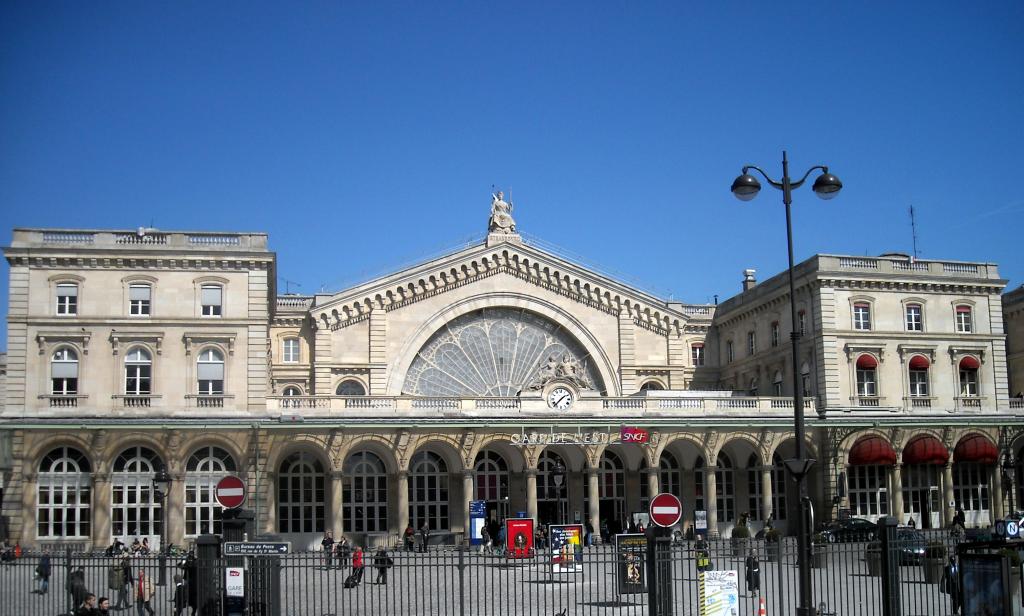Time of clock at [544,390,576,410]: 1:36
